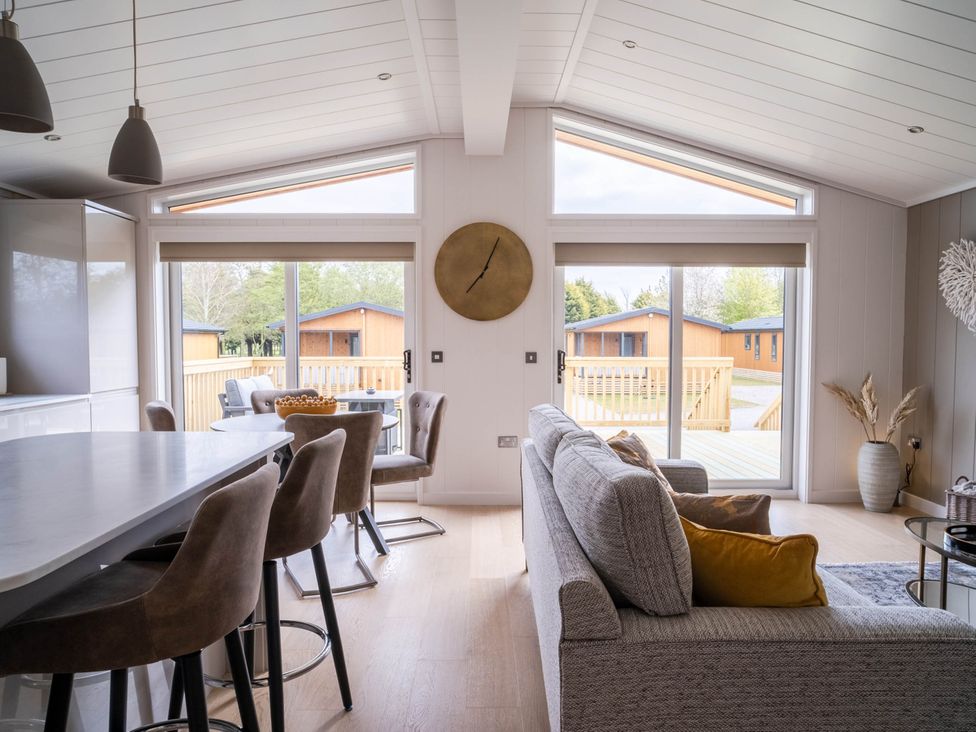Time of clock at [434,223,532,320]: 7:04
